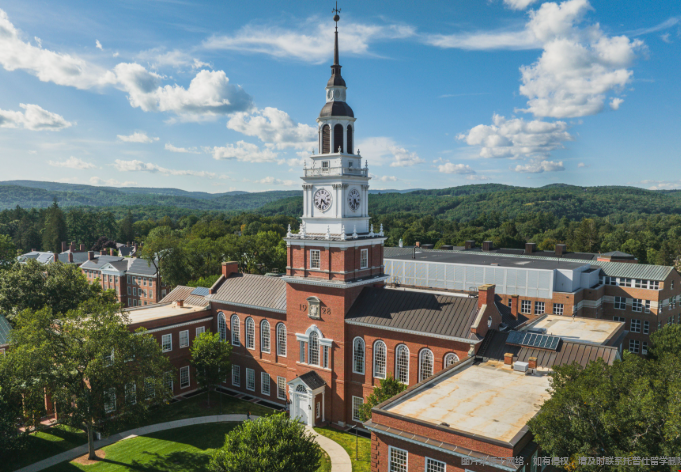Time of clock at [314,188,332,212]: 4:33
